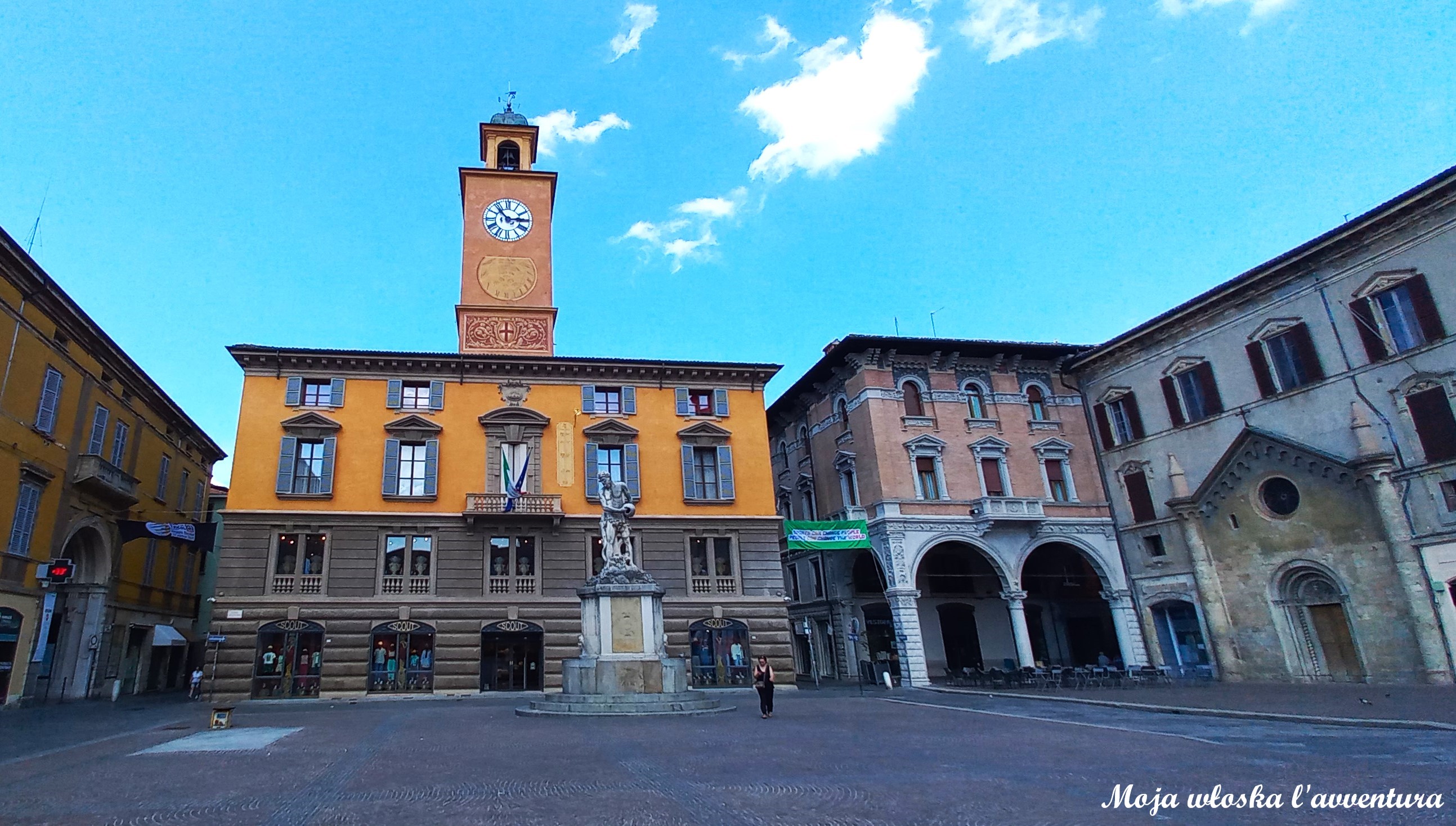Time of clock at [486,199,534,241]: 2:53
